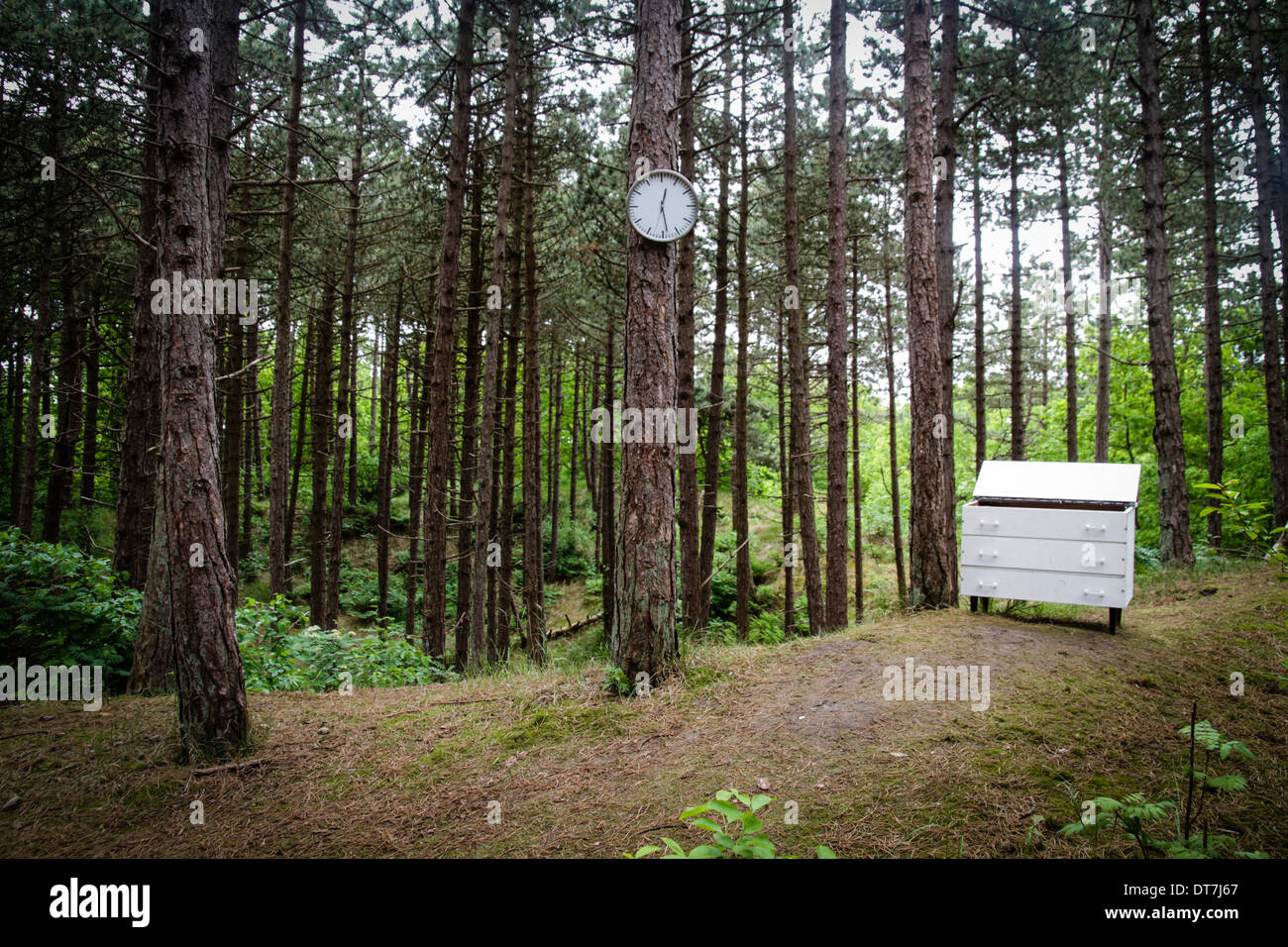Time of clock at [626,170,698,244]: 12:28
